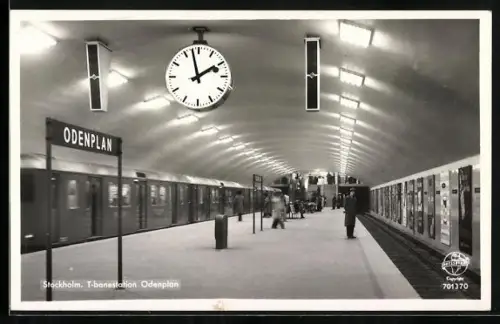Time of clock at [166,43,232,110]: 1:57
